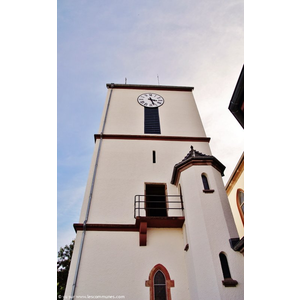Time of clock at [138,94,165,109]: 3:26
